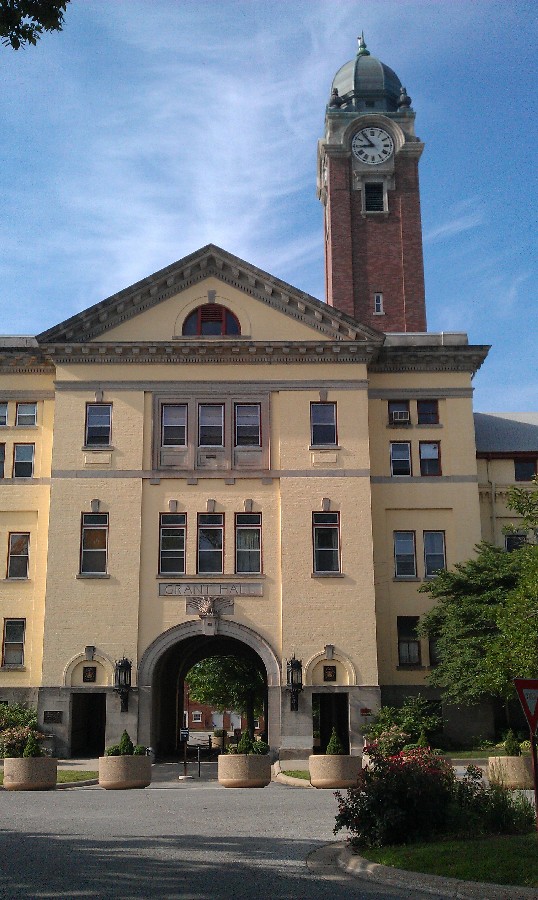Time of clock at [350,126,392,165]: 8:53
